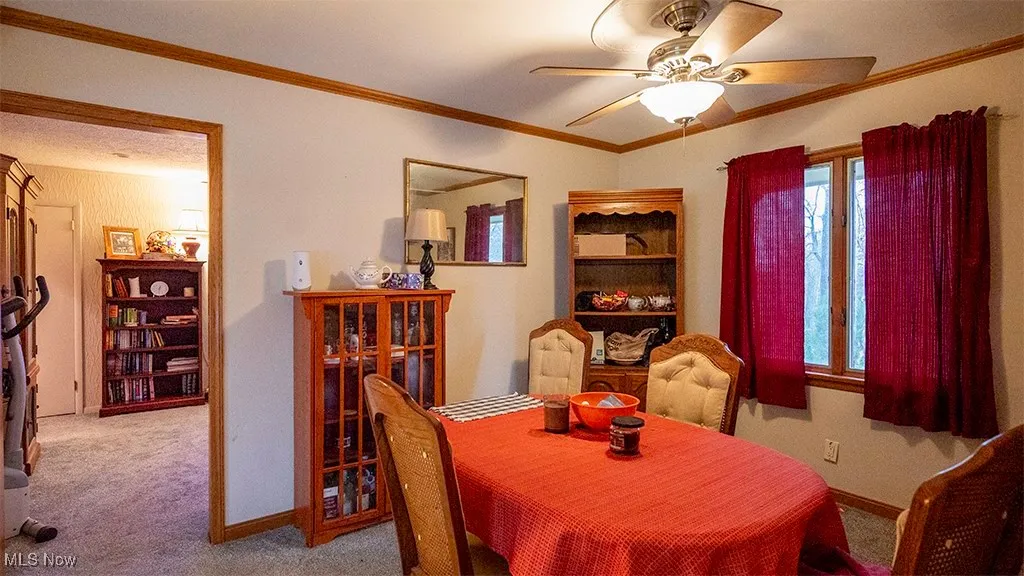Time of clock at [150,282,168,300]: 12:31
